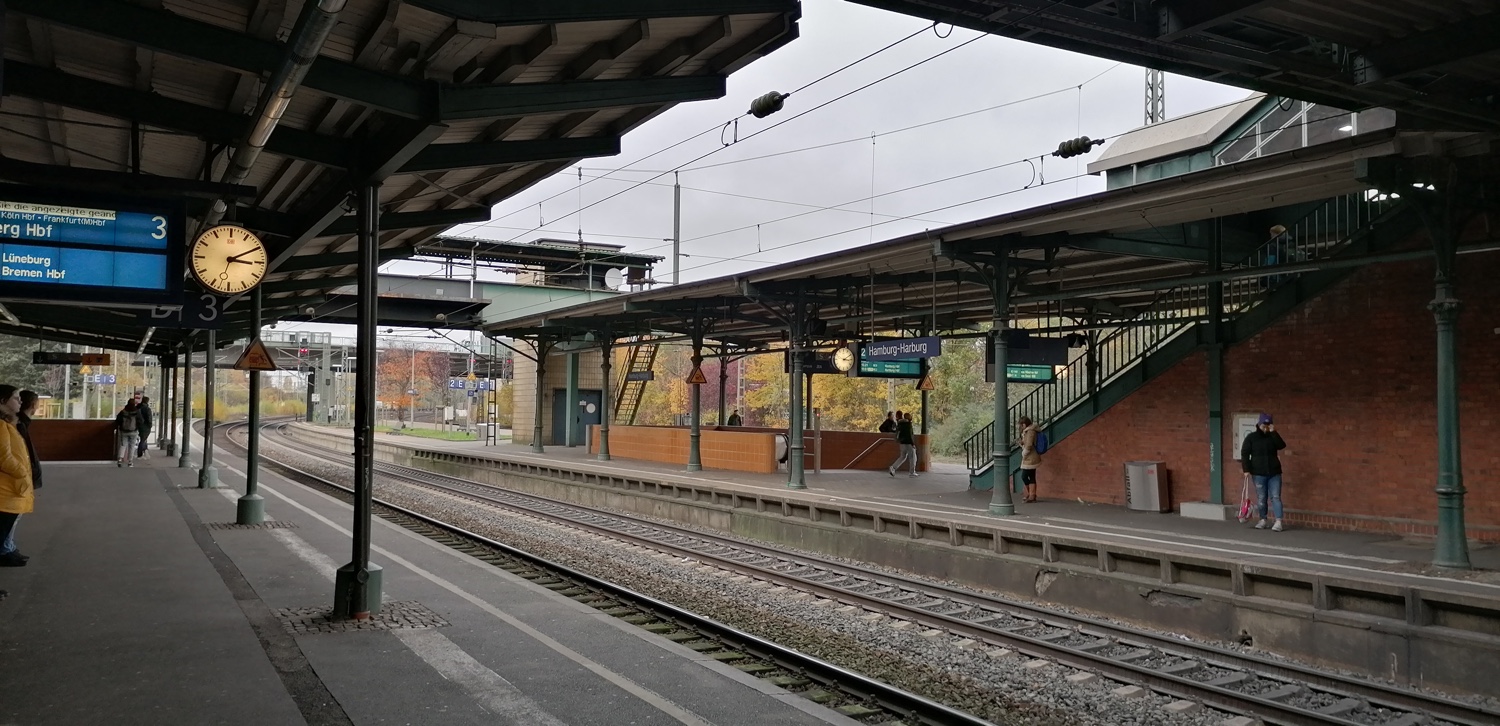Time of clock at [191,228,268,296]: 3:09
